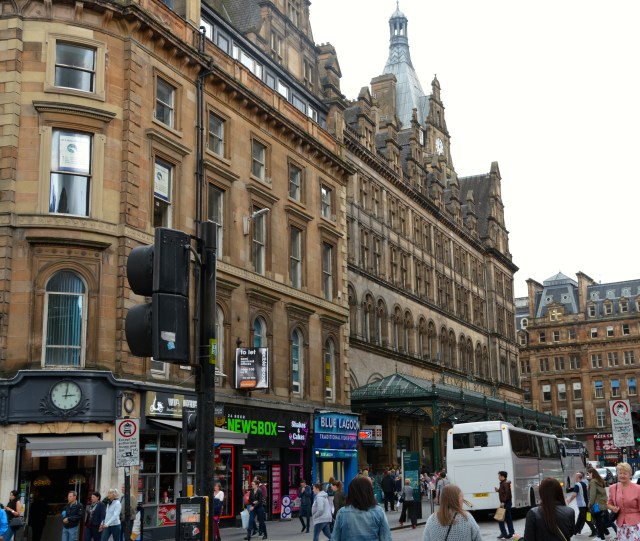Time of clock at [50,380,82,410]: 3:00
